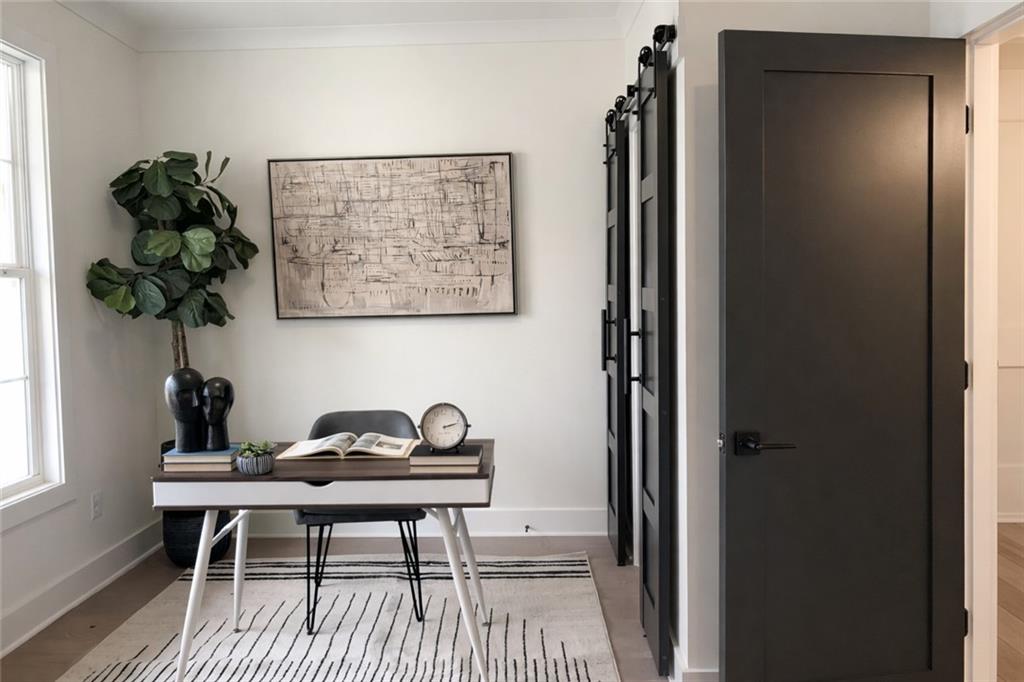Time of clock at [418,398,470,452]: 2:12
